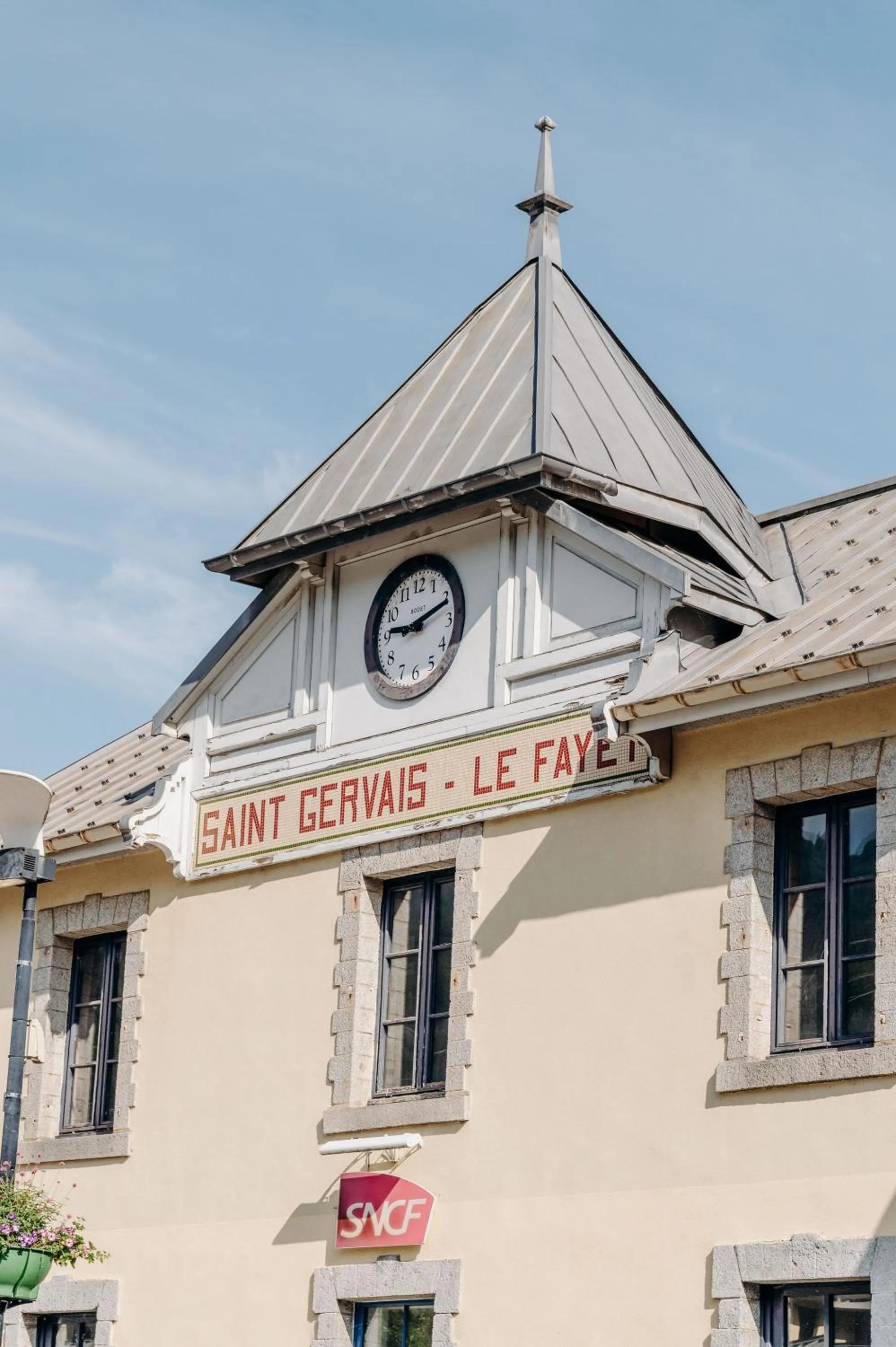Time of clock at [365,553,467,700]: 9:11
